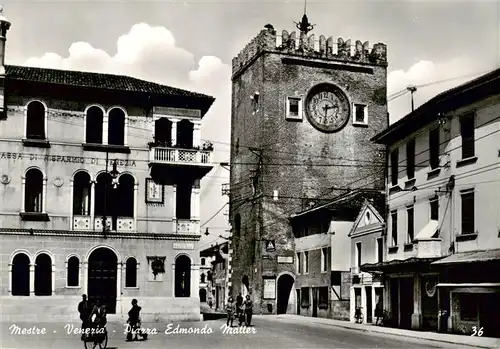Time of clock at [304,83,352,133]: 2:31
